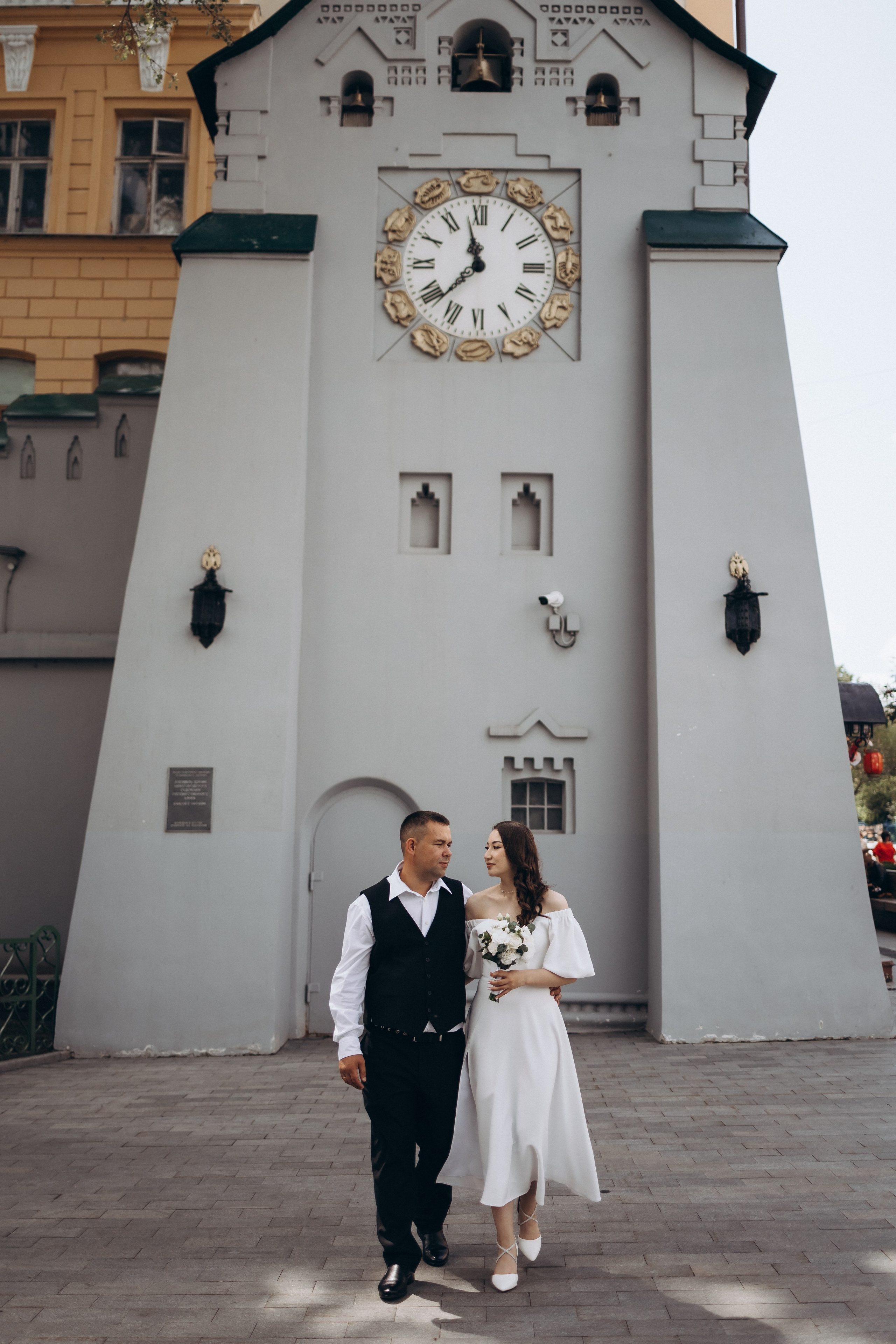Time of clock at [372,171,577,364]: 11:38
